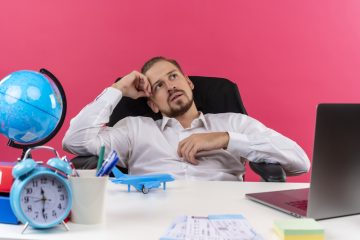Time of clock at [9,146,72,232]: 11:31
